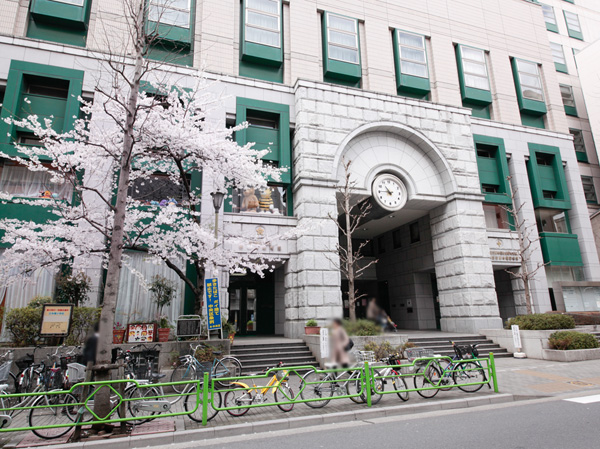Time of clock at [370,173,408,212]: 10:45
